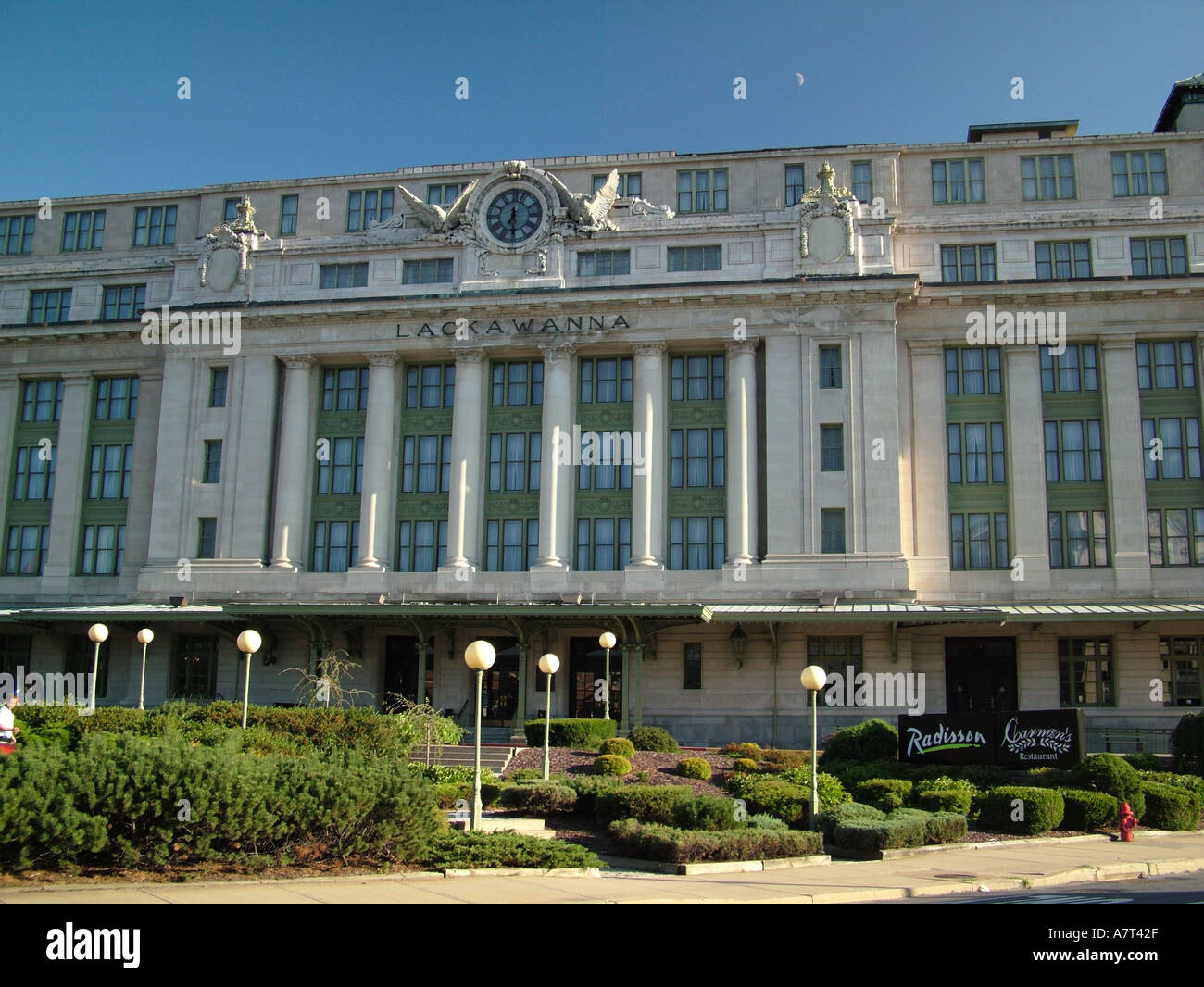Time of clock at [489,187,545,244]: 6:29
